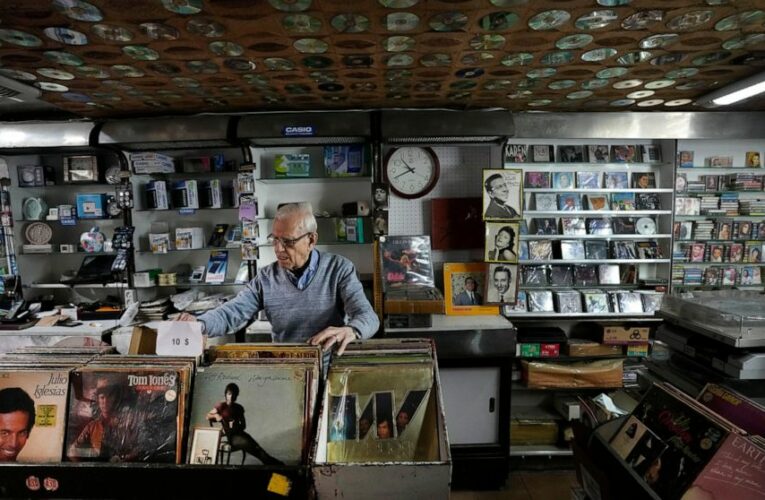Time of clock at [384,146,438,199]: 10:41
